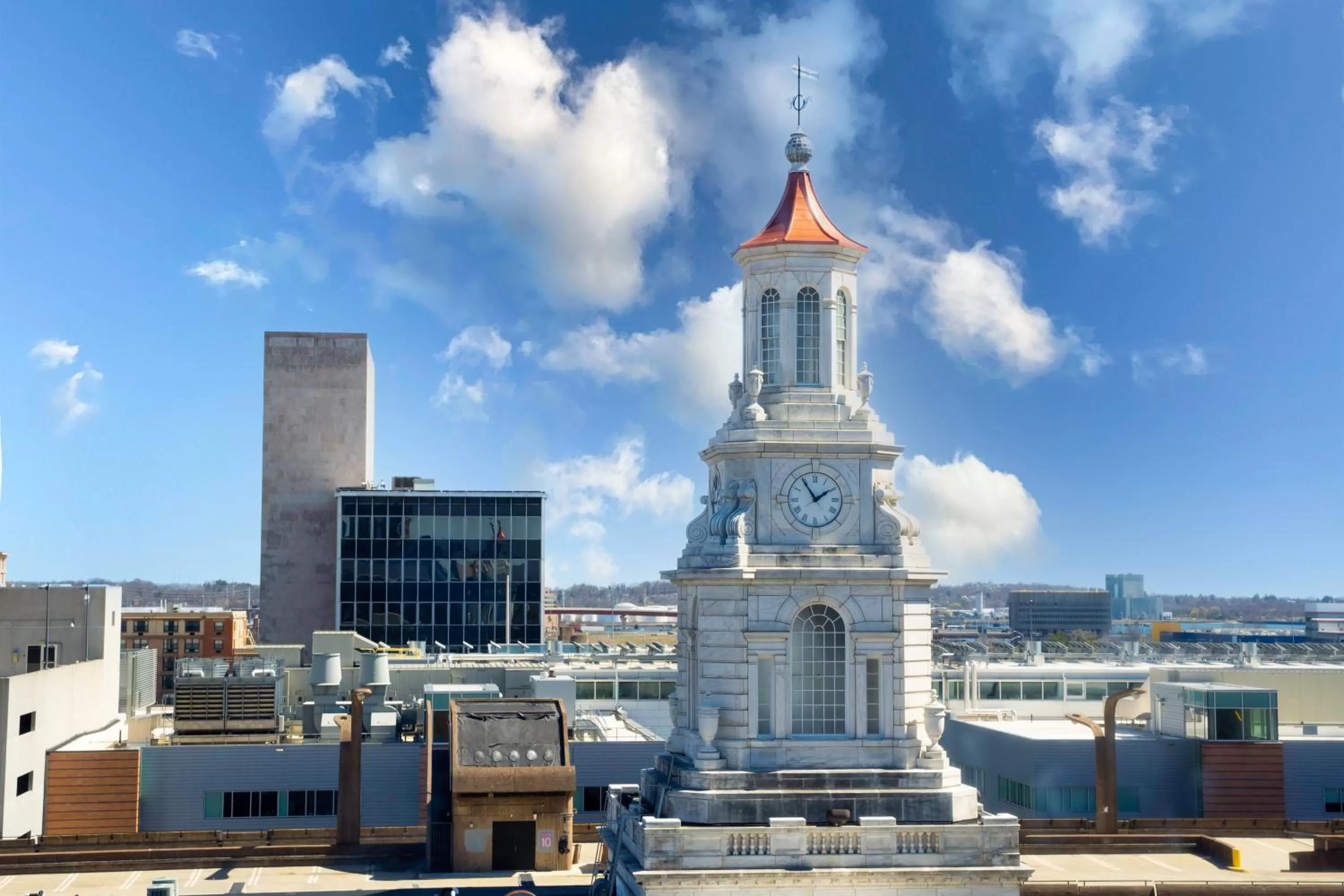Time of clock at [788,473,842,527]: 1:54
